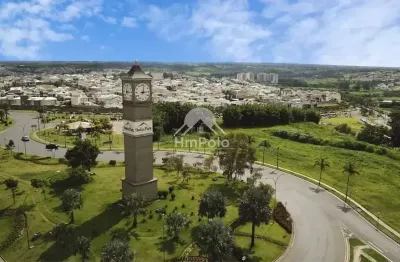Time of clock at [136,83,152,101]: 3:02
